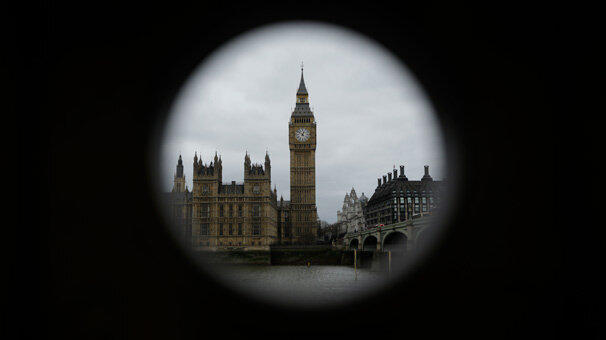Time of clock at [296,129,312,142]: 12:52
